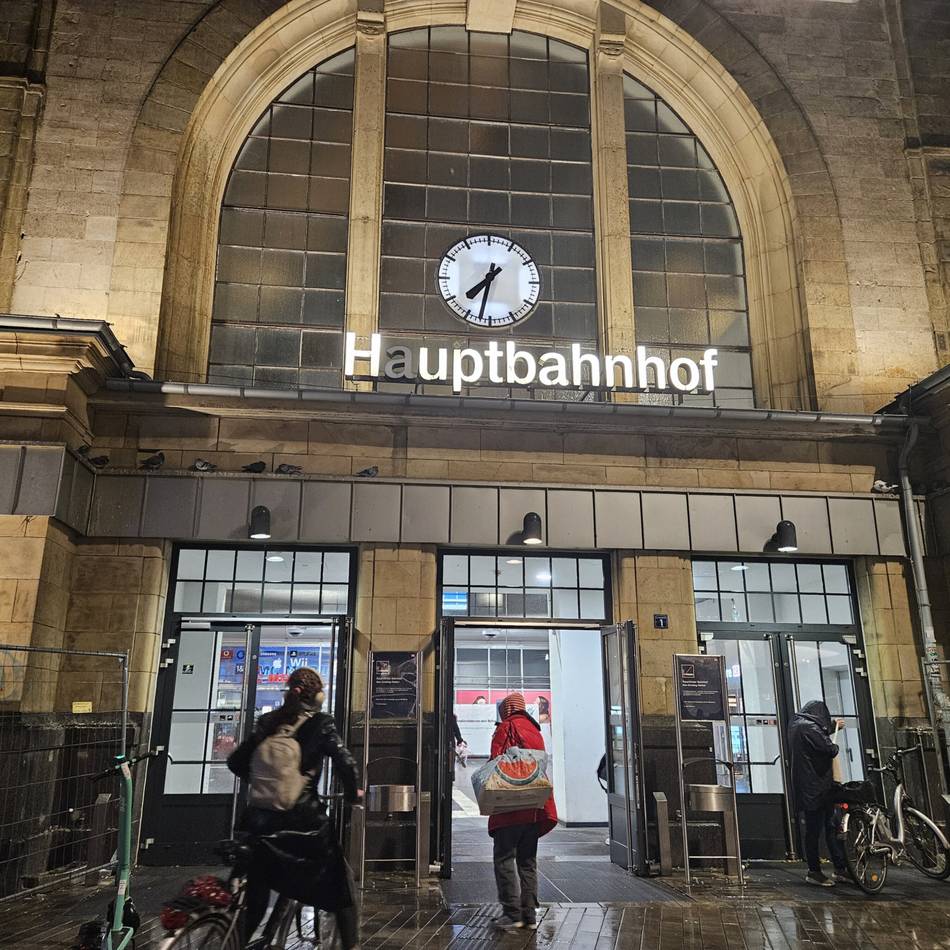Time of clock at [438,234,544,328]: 7:32
